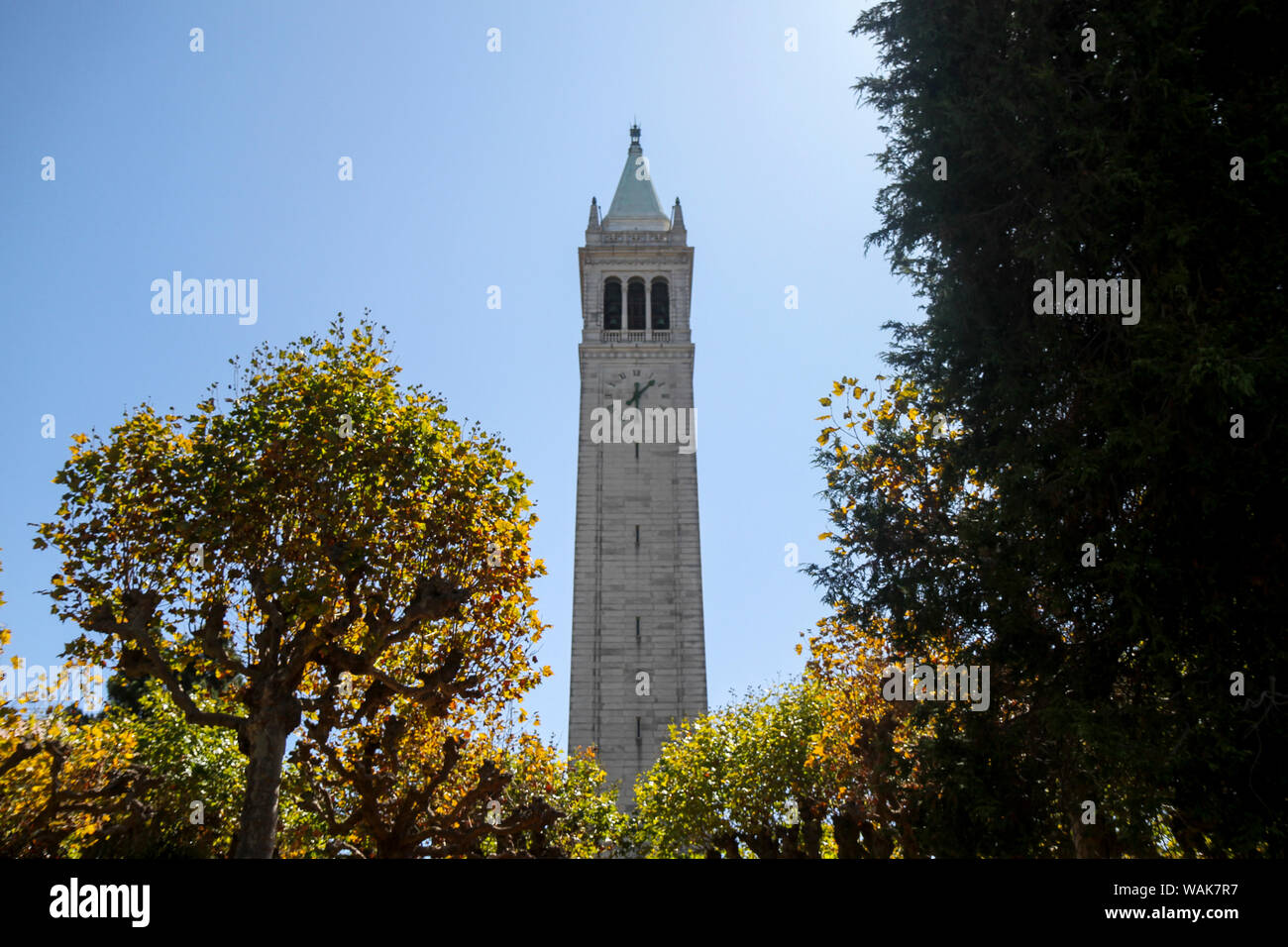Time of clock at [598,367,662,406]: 12:07
